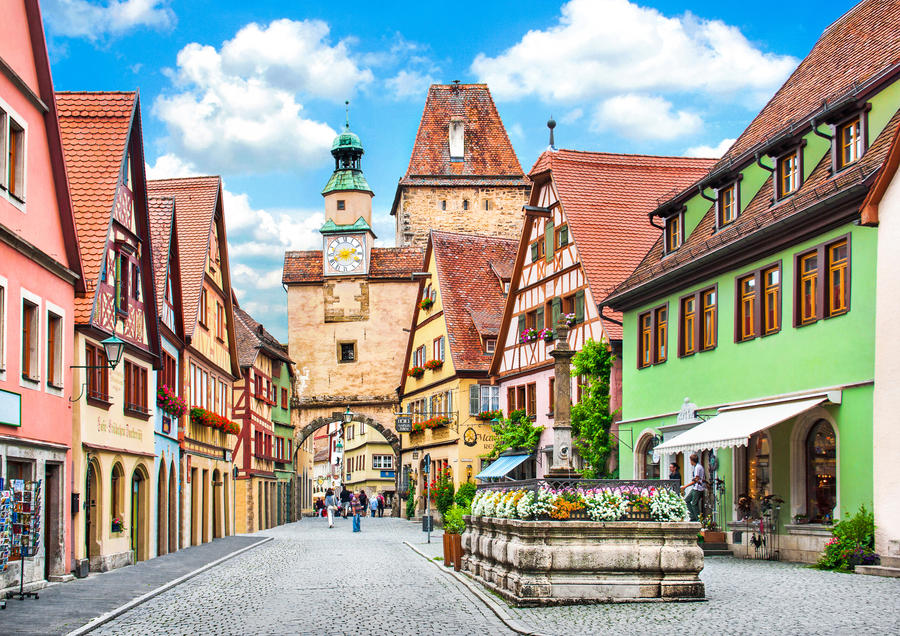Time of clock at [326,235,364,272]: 2:40
